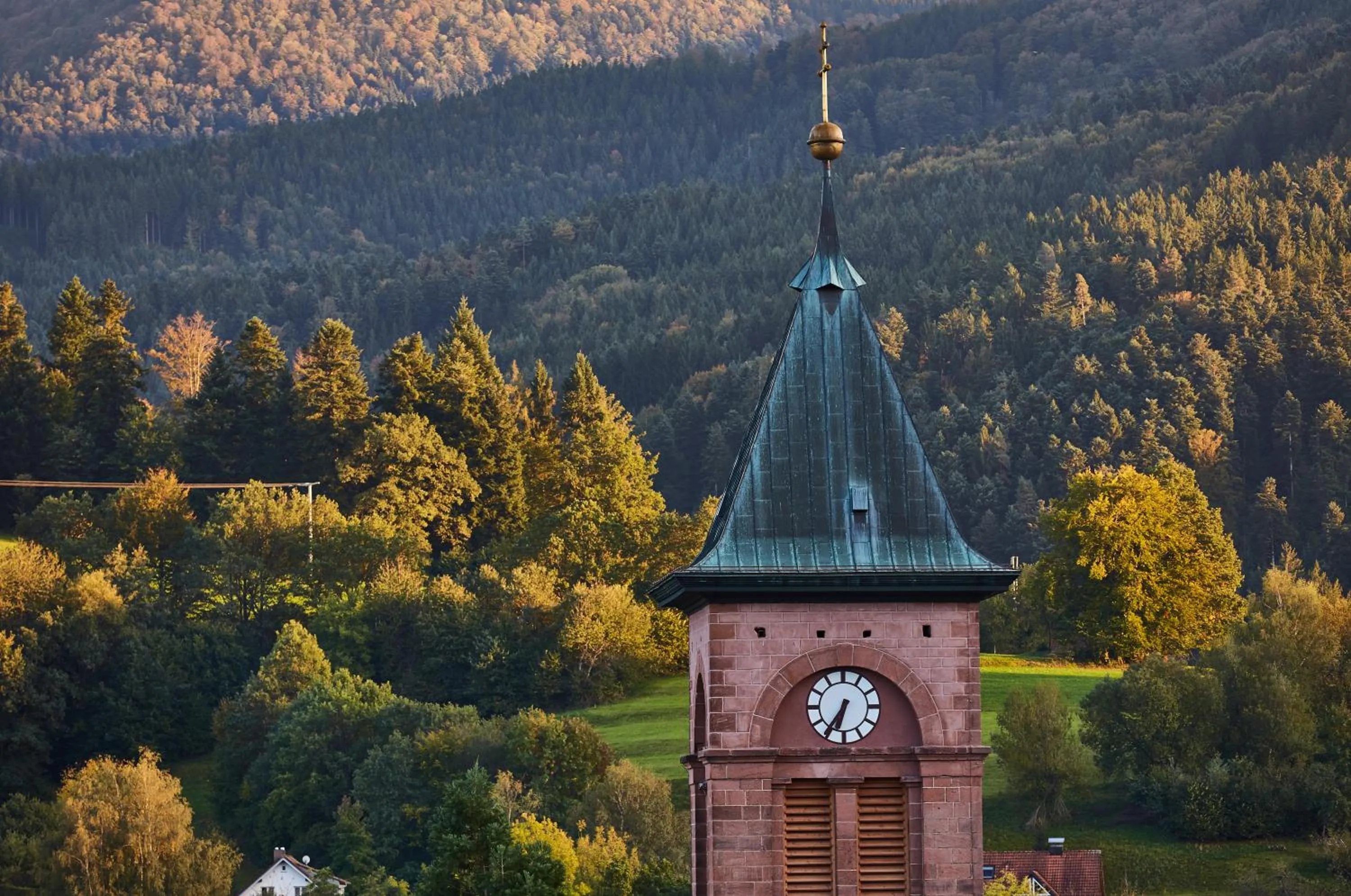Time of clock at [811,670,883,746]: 6:35
